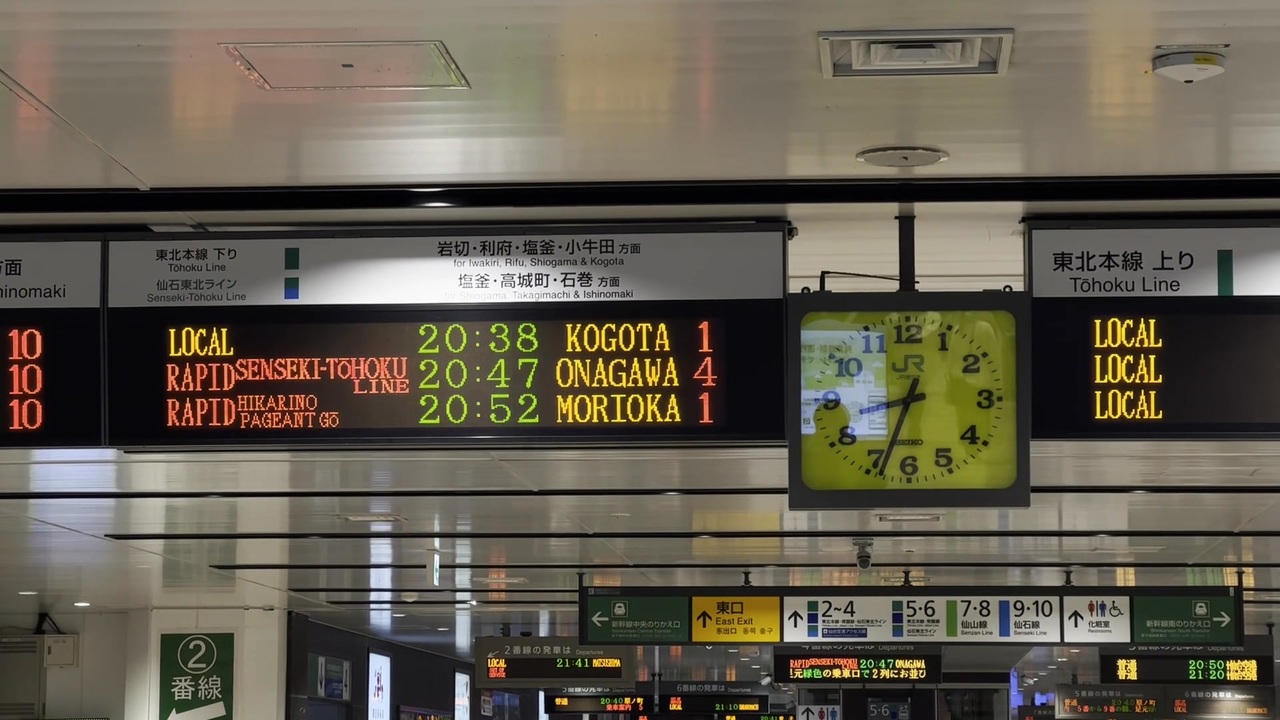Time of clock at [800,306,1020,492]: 8:33
